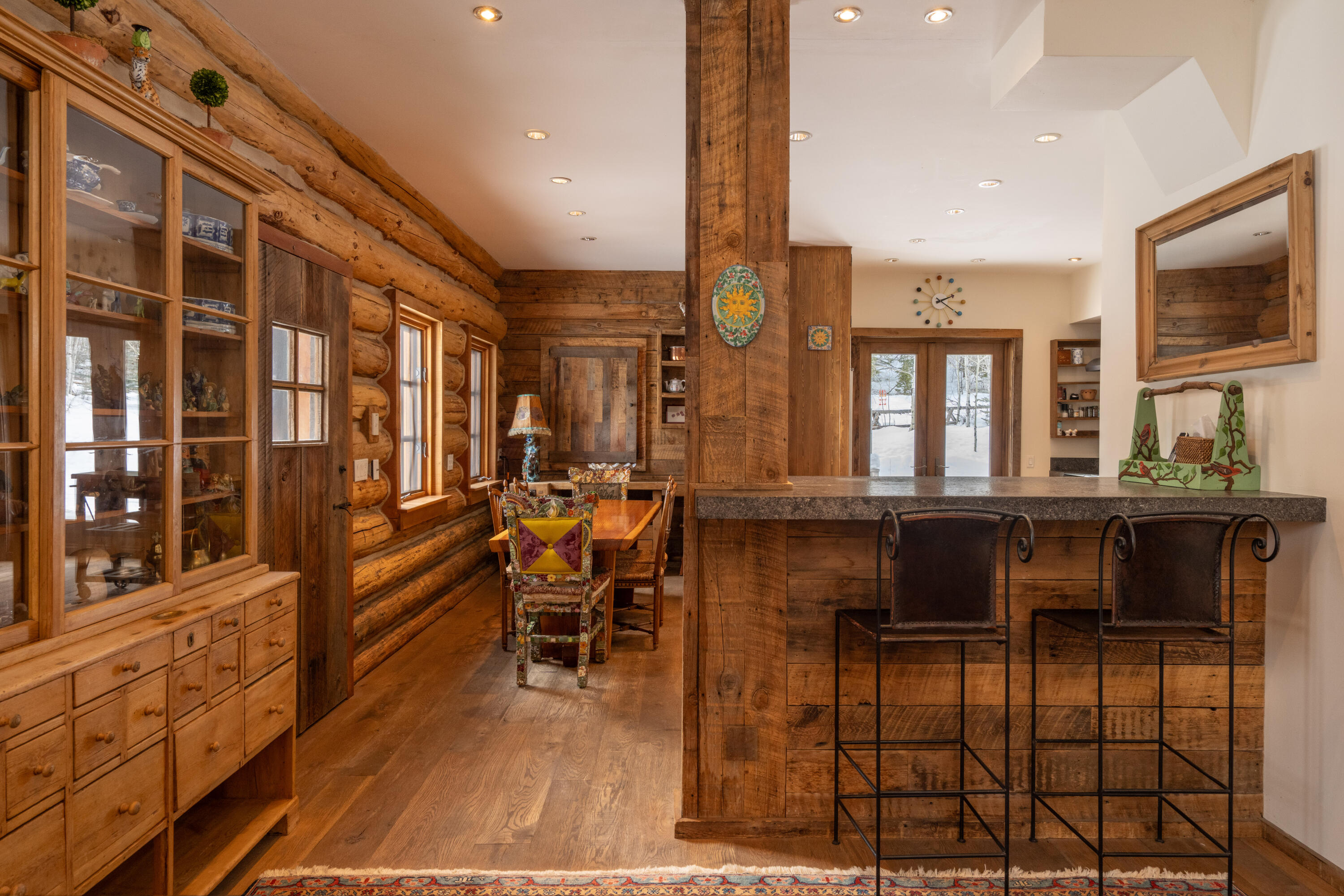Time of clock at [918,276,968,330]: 2:20
